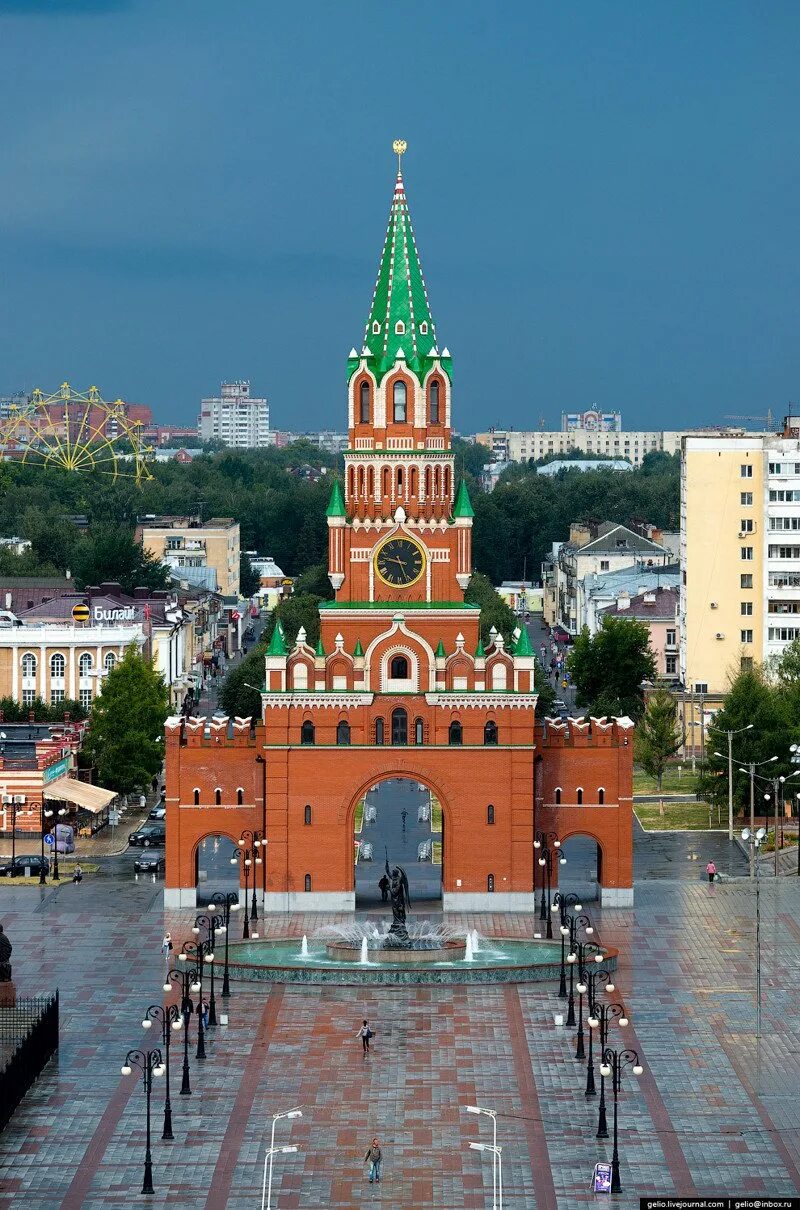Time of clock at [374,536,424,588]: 9:26
